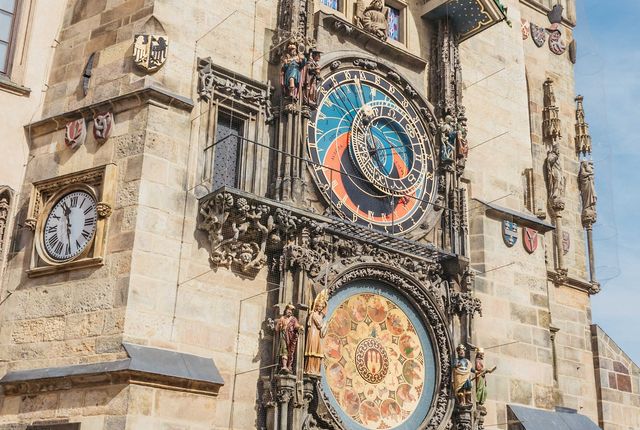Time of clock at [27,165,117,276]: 11:28
